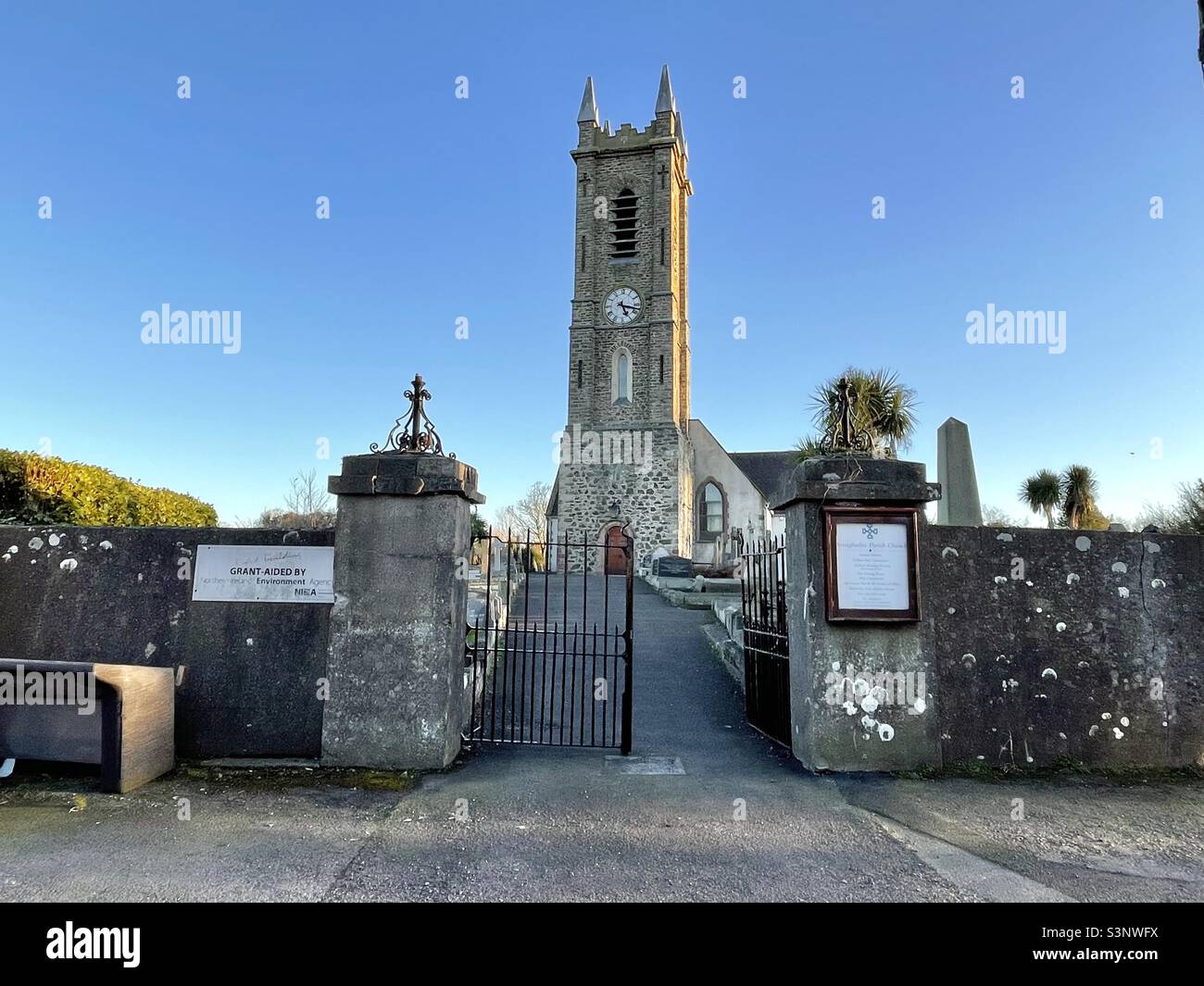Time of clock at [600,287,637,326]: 5:17
